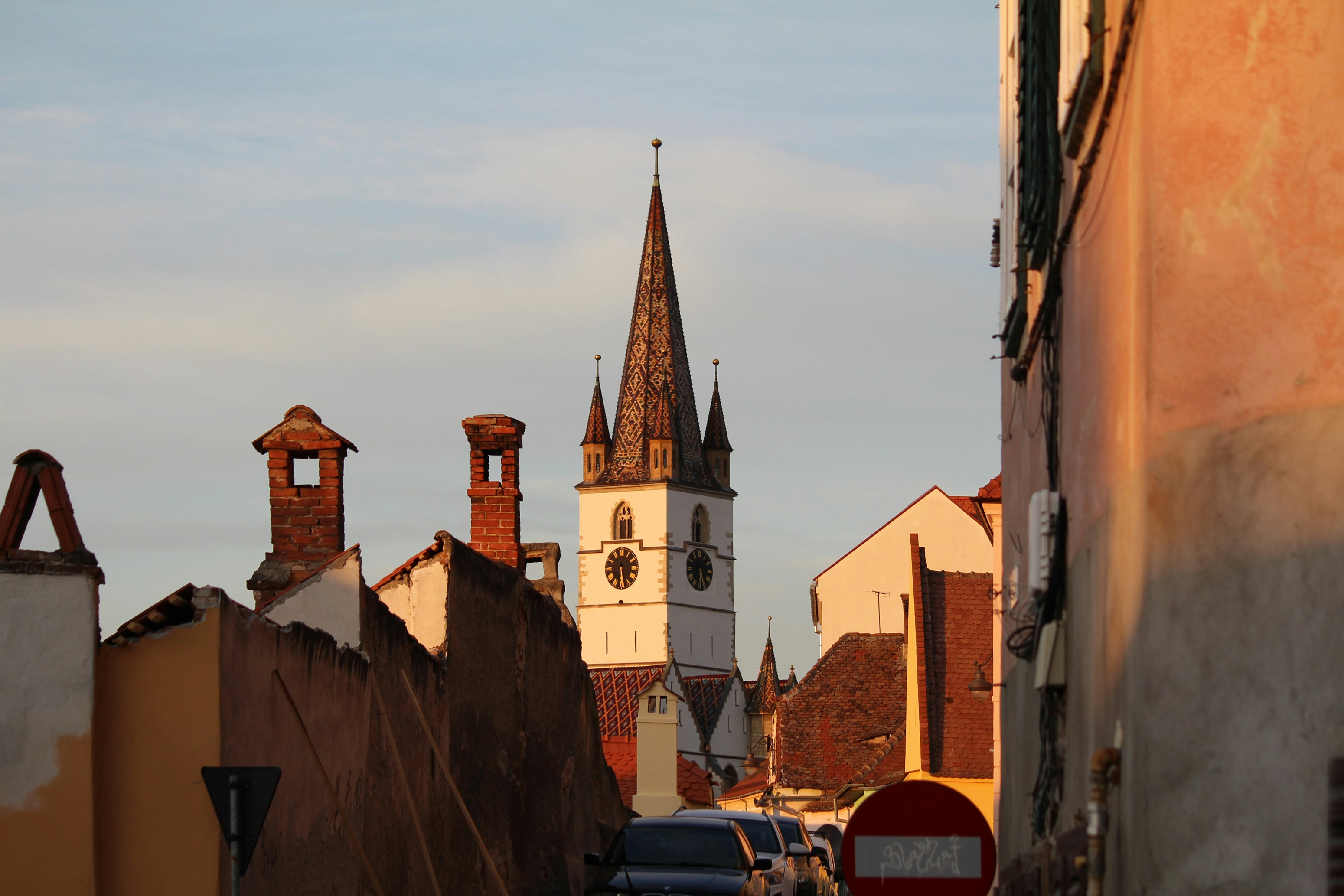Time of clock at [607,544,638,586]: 6:29
